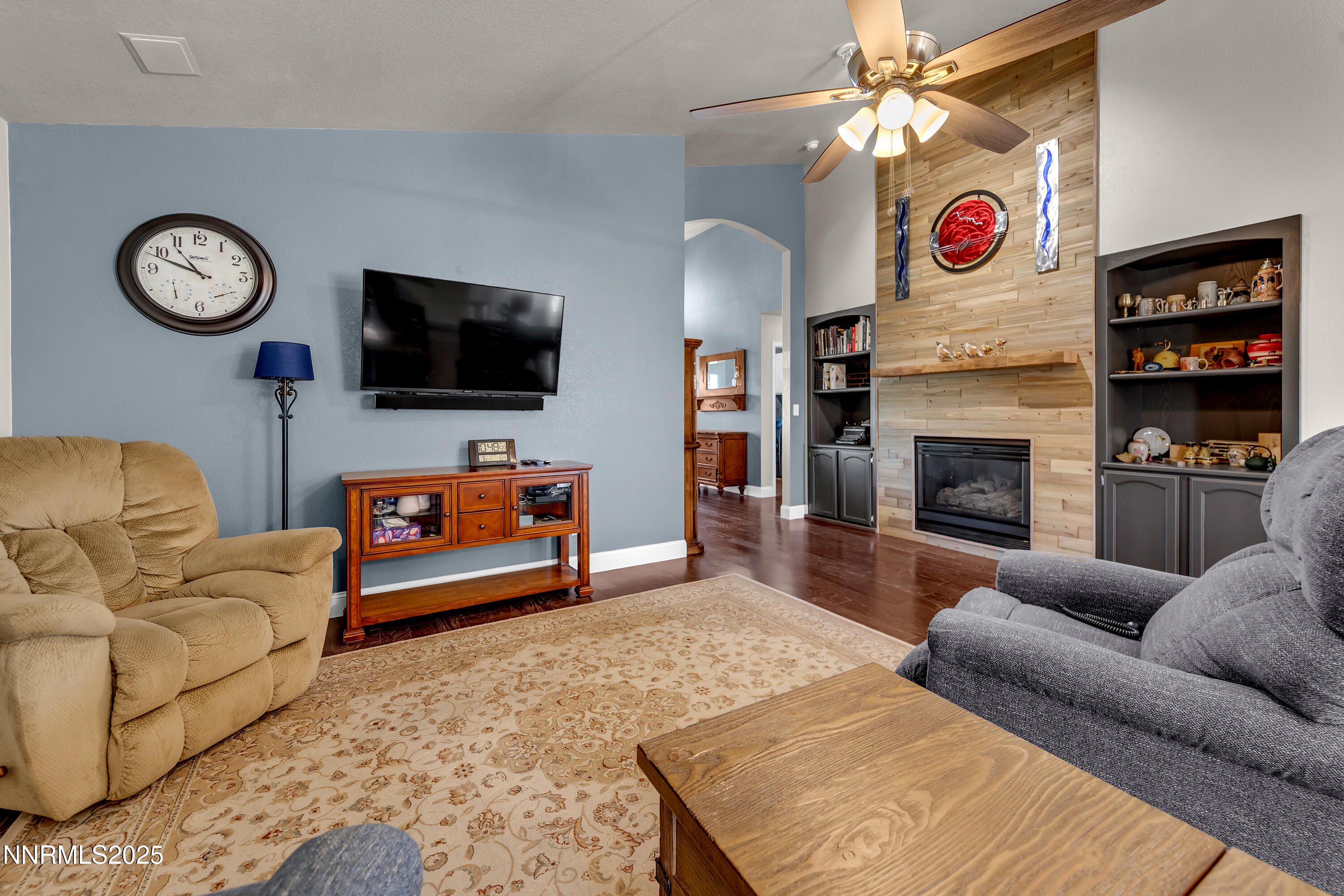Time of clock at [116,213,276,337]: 10:48
